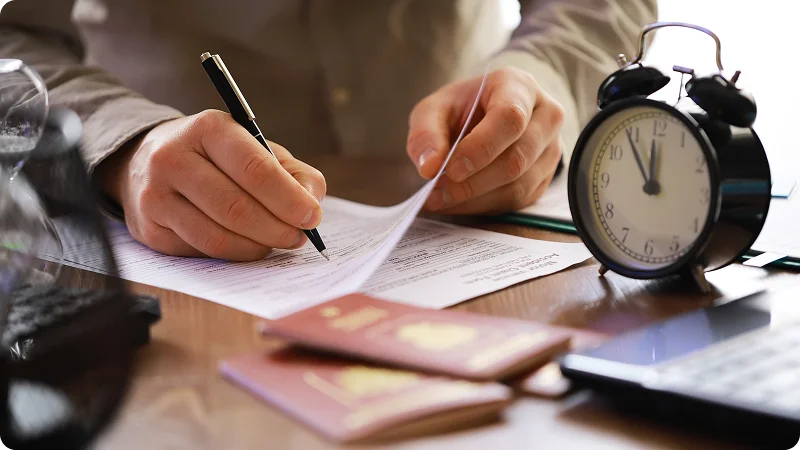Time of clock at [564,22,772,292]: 11:54
